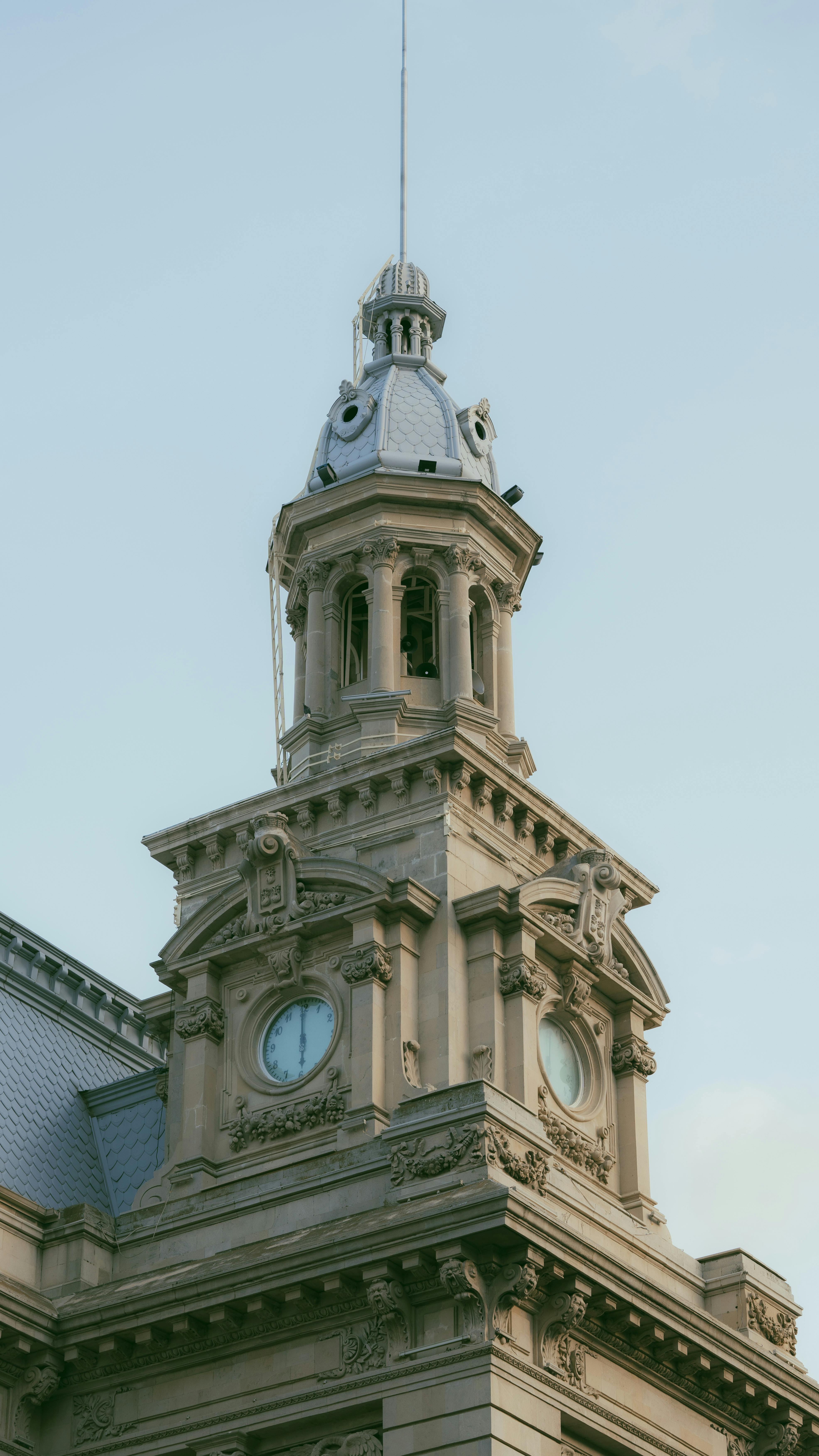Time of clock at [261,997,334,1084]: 5:59
